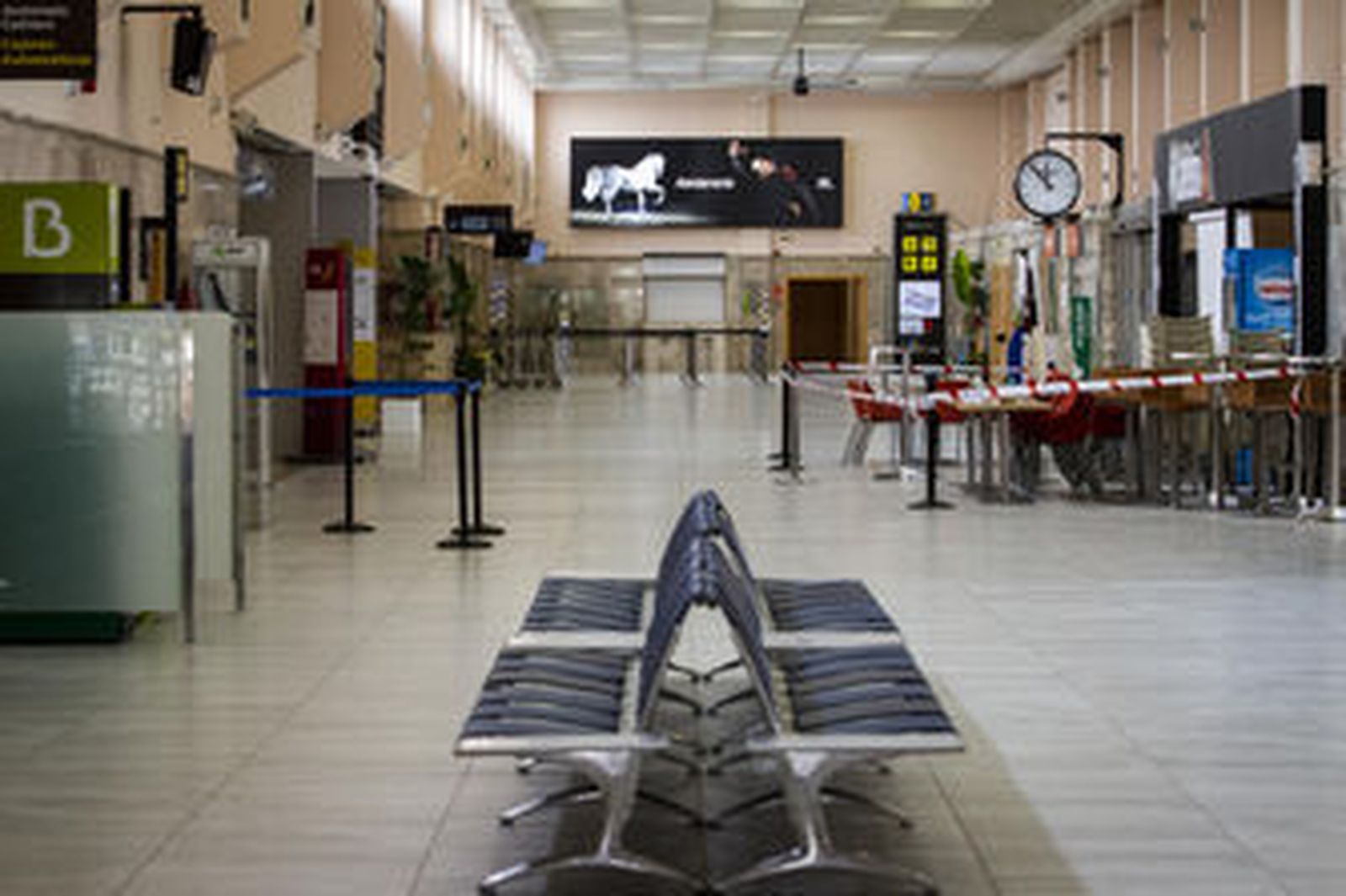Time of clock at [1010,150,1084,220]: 11:52
